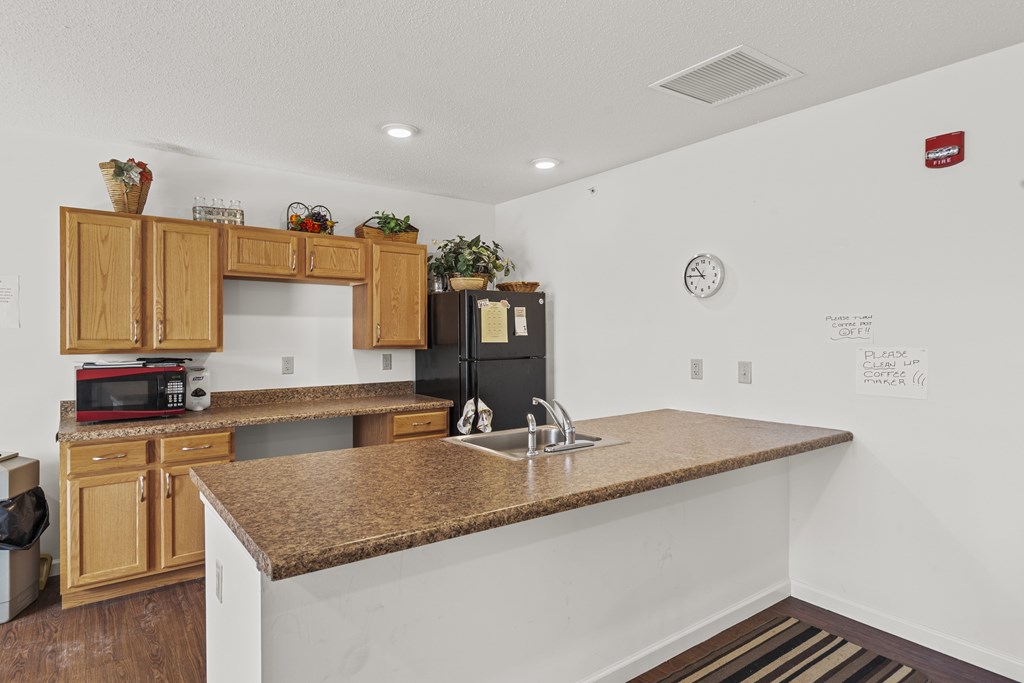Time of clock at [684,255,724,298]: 10:44
